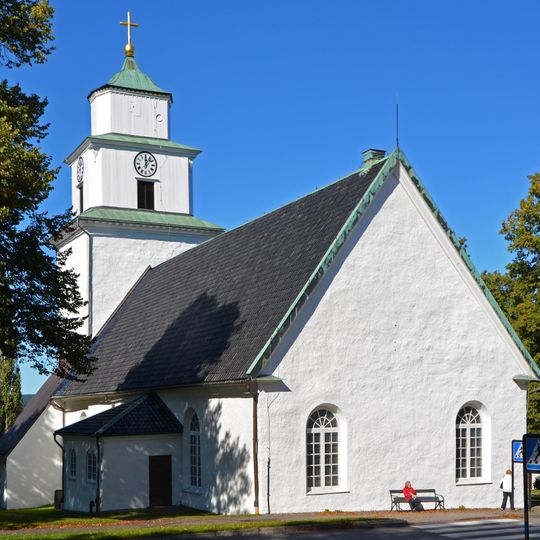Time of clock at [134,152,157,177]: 12:07
